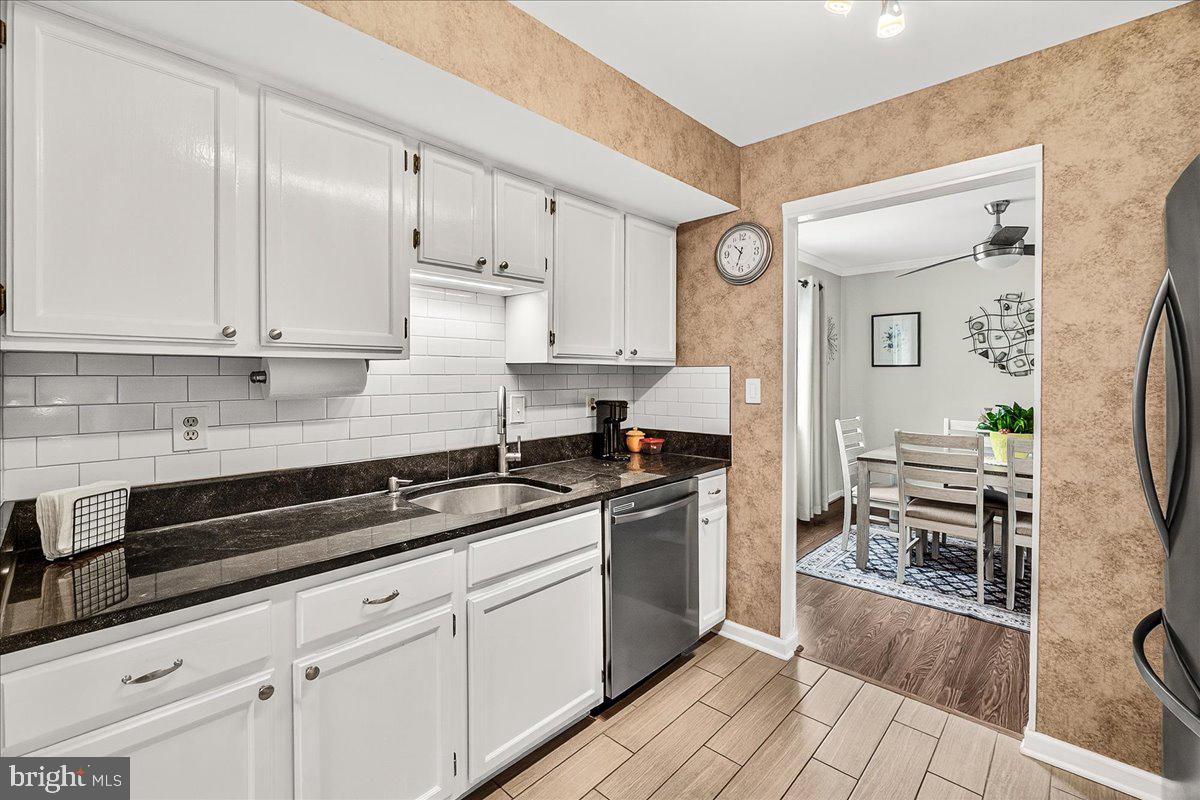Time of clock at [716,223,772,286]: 10:32
